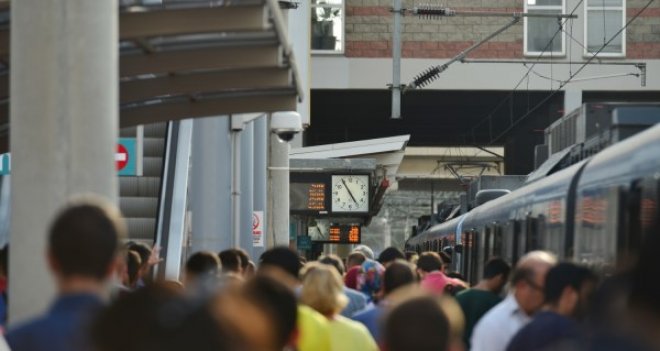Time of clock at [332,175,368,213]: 4:54
